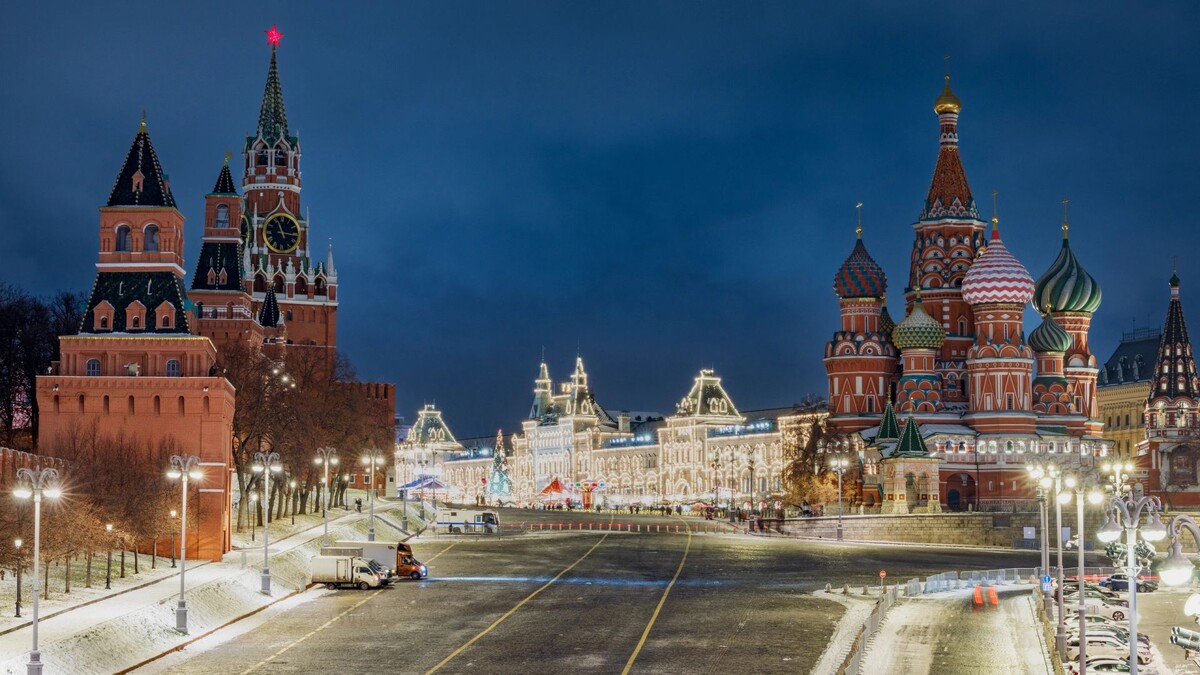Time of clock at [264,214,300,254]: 11:15
